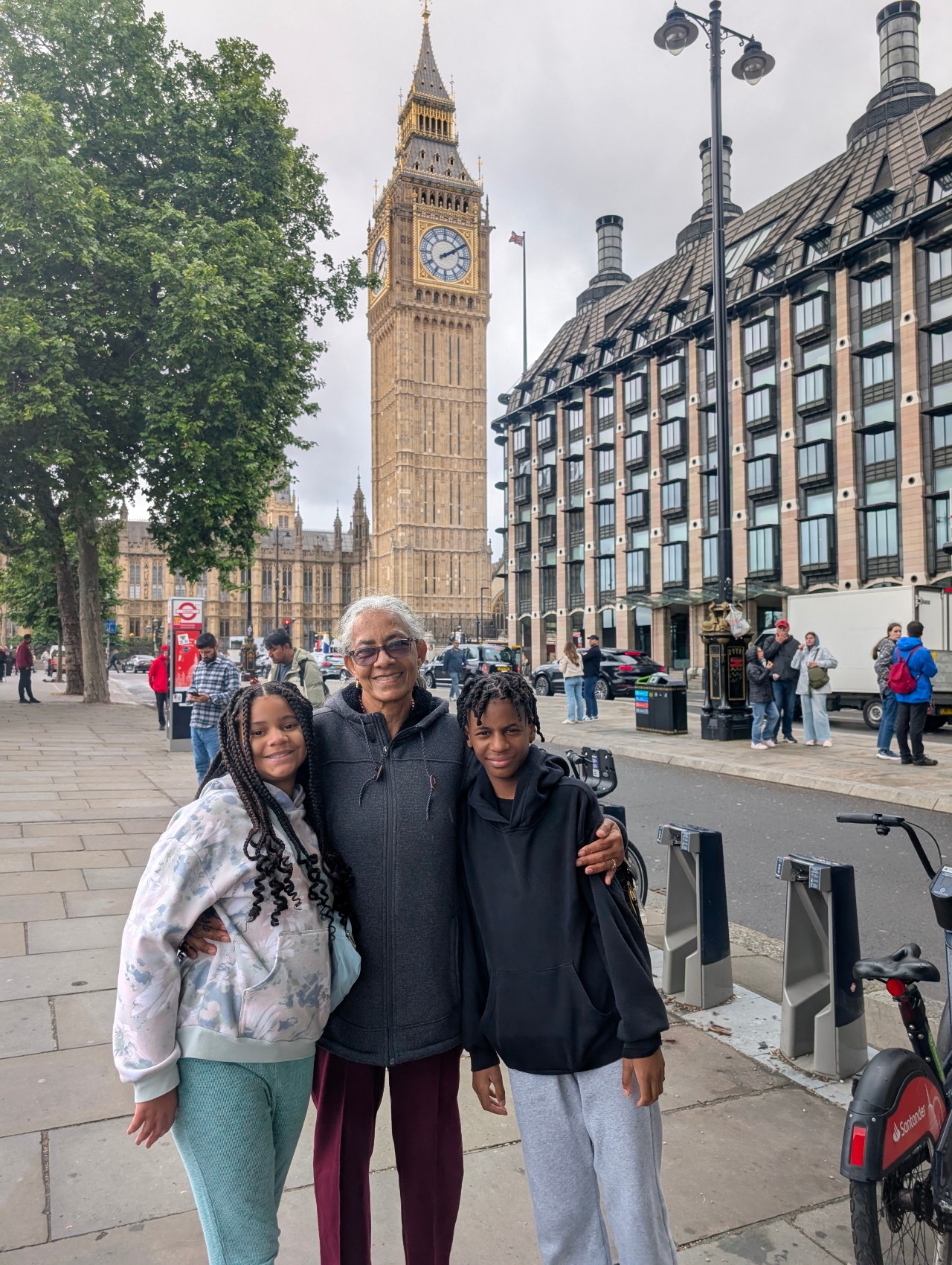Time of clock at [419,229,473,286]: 2:09
